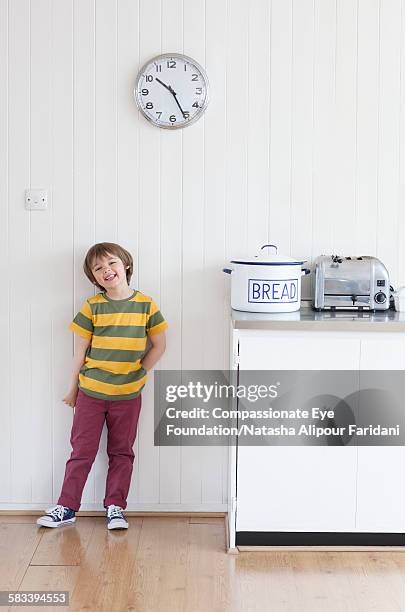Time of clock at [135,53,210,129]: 10:25
